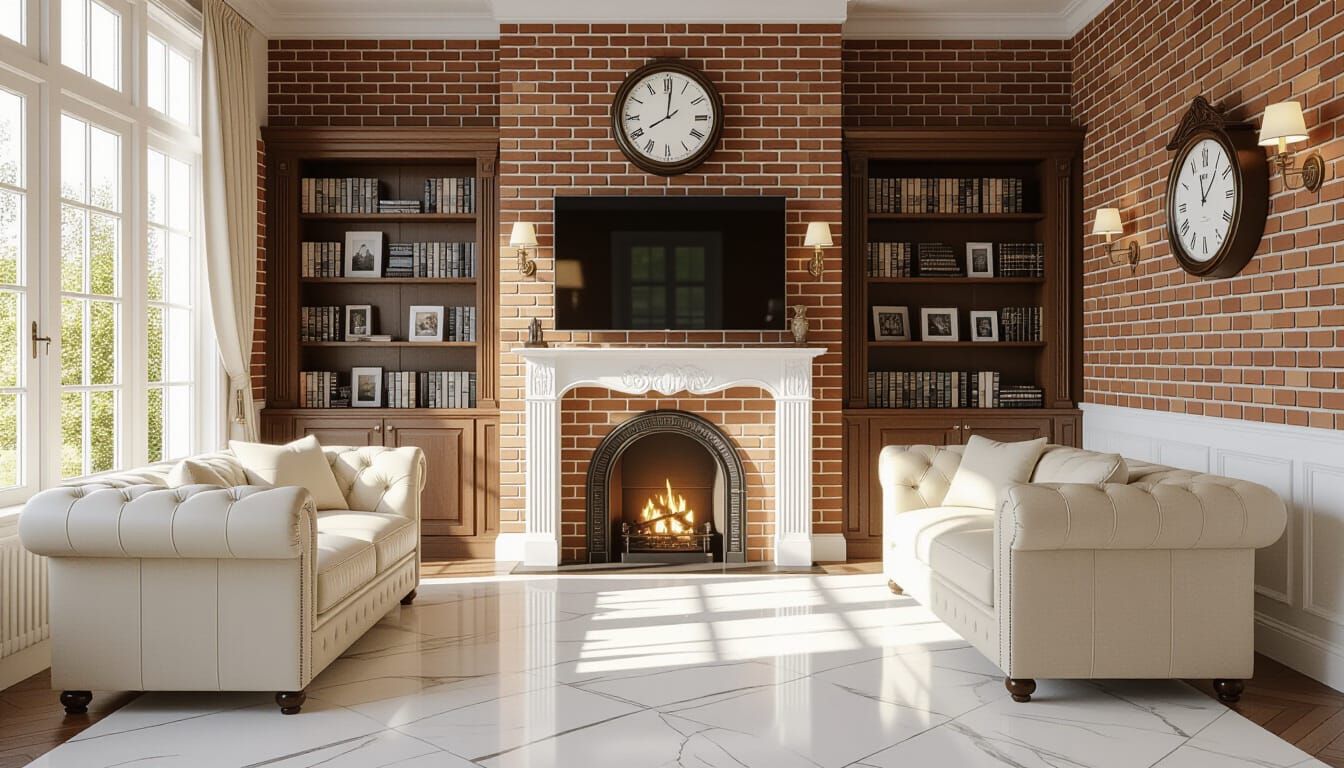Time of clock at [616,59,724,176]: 8:01
